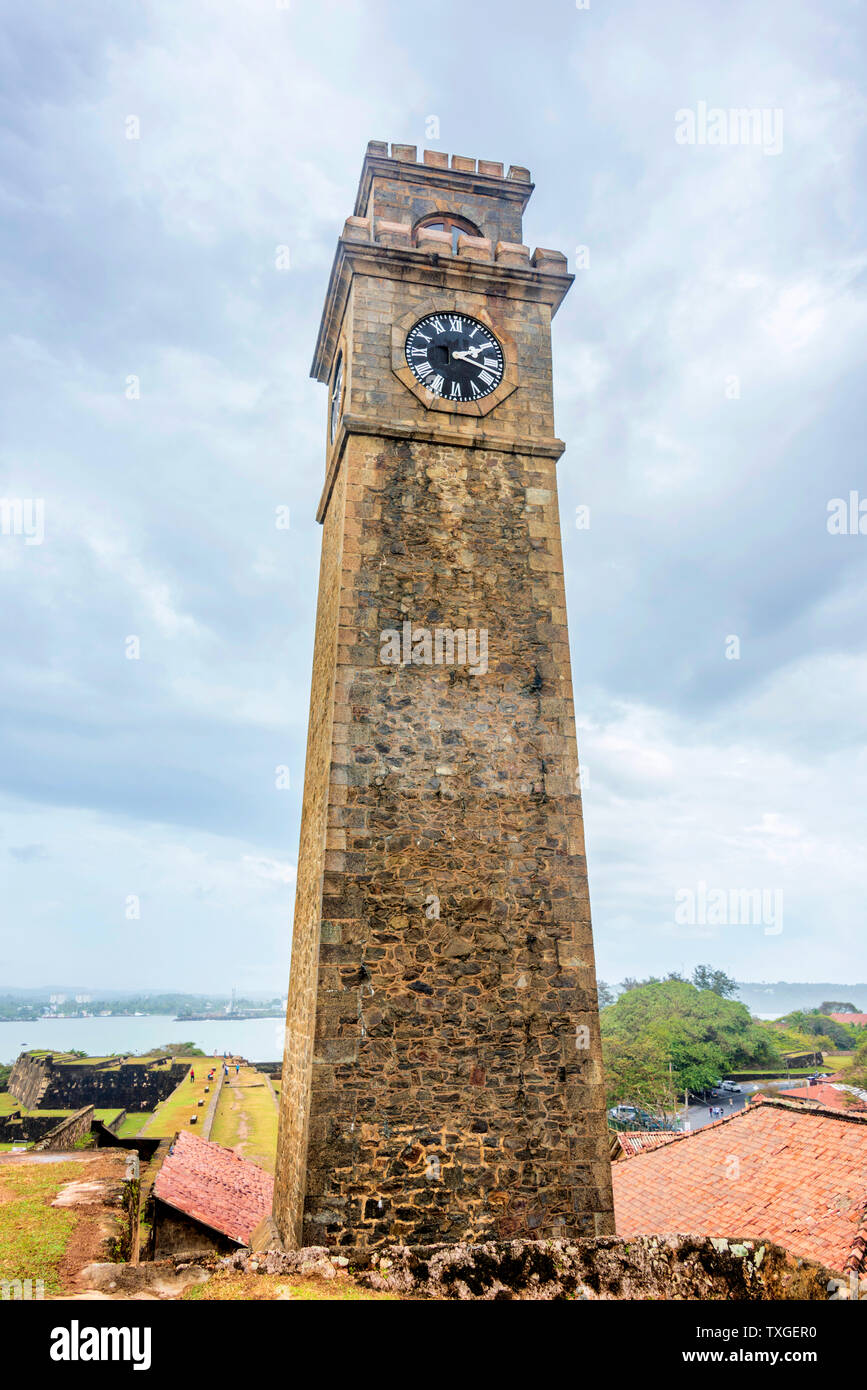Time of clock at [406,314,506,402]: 2:18
